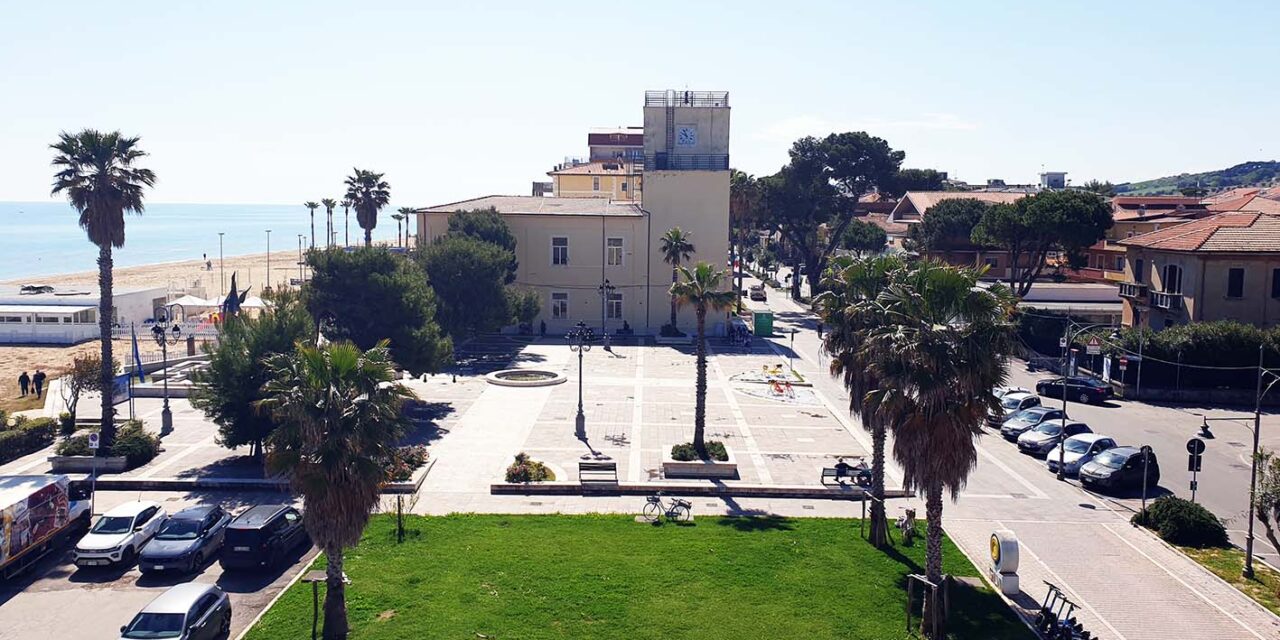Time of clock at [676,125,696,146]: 9:56
